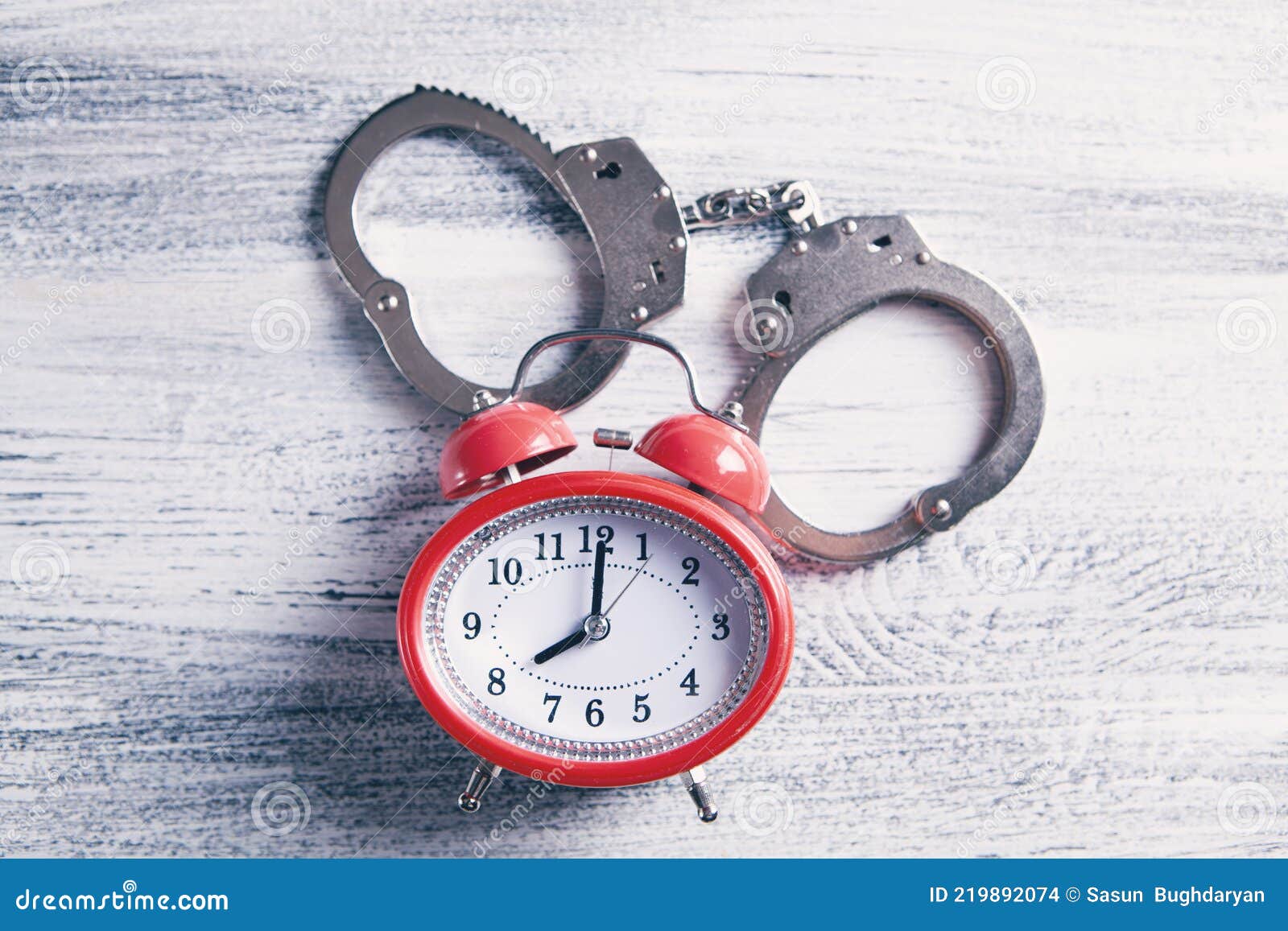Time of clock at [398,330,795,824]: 8:01
